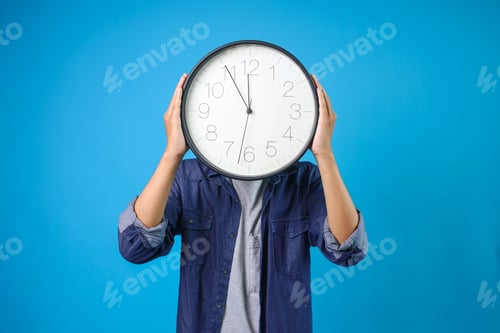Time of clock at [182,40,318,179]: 11:55
